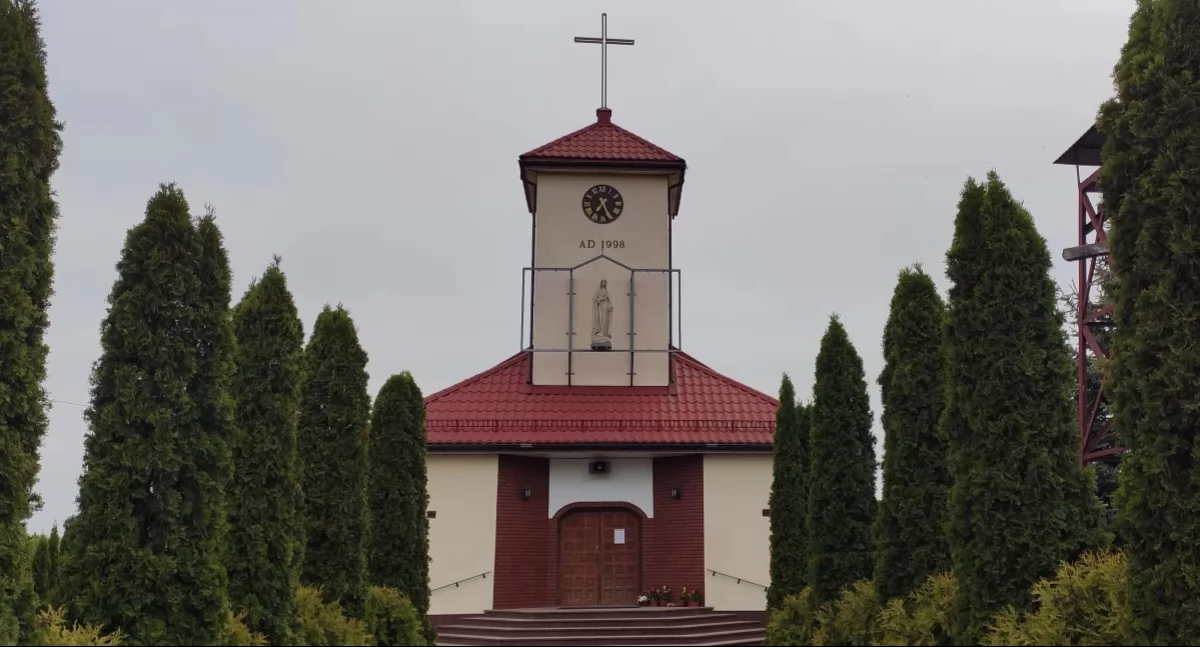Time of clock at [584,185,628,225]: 7:25
